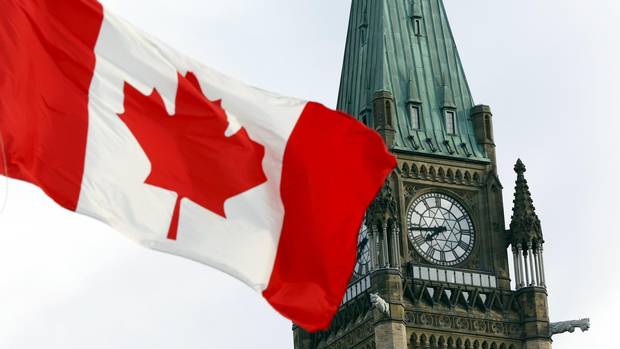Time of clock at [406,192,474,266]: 7:43
